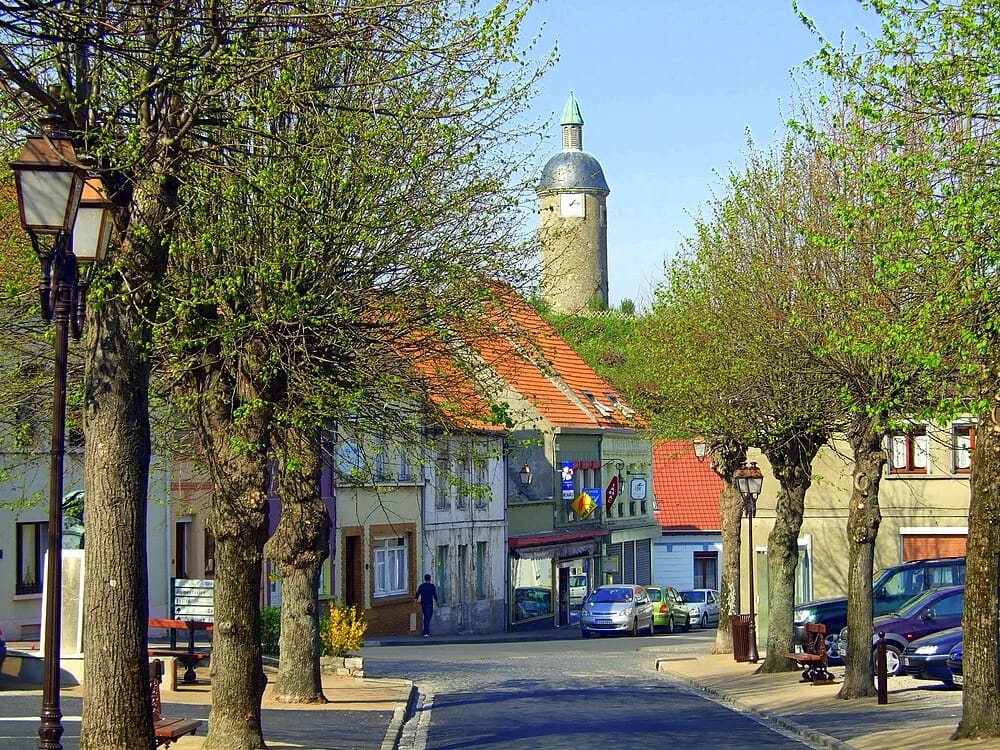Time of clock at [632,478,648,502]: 1:12
